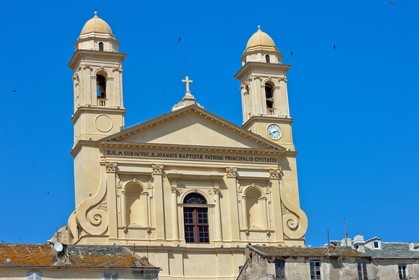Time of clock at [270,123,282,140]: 2:40
